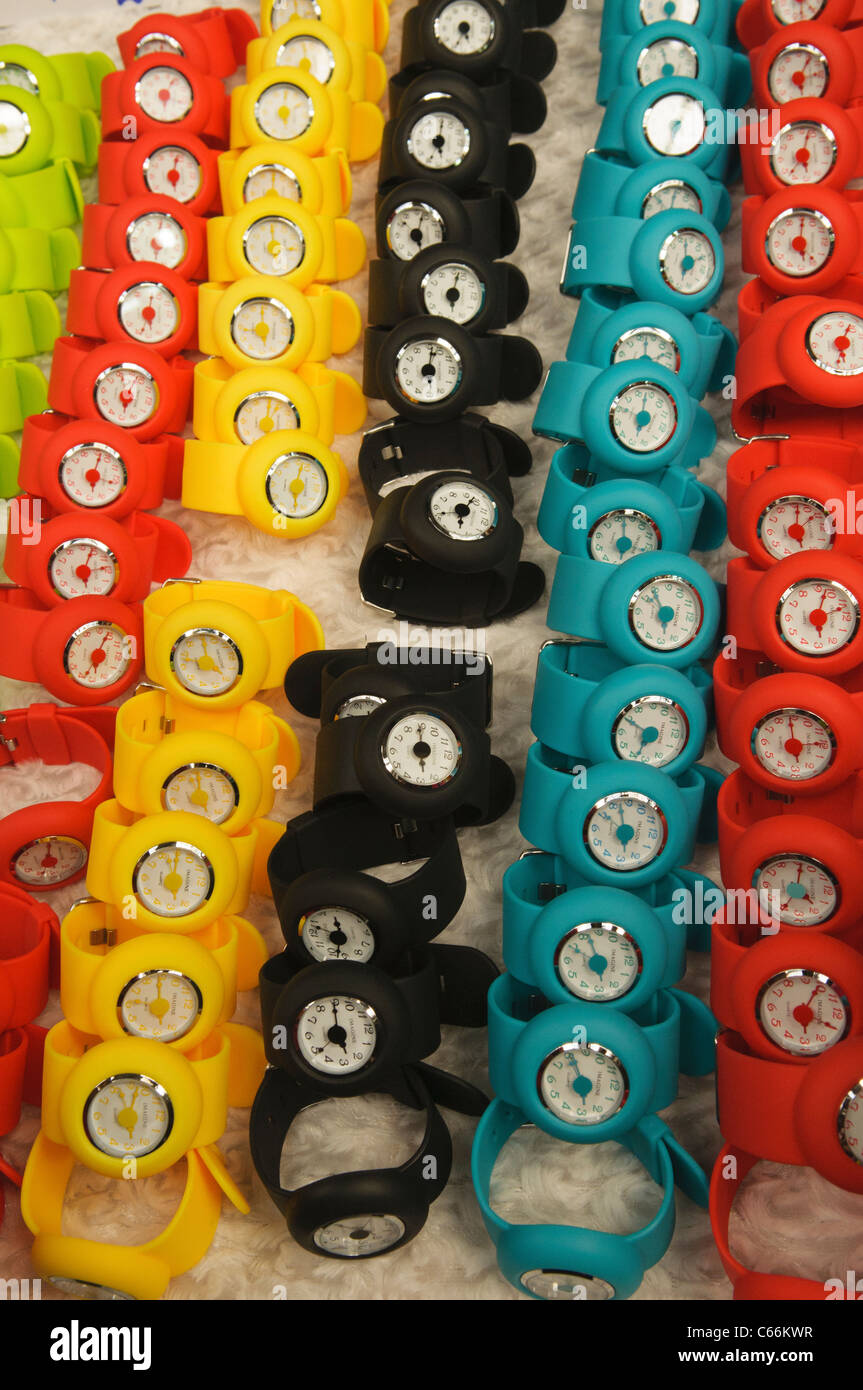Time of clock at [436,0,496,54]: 5:34
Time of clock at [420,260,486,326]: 6:02
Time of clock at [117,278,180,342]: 5:33
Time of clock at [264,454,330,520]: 12:28
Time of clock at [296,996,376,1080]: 11:59
